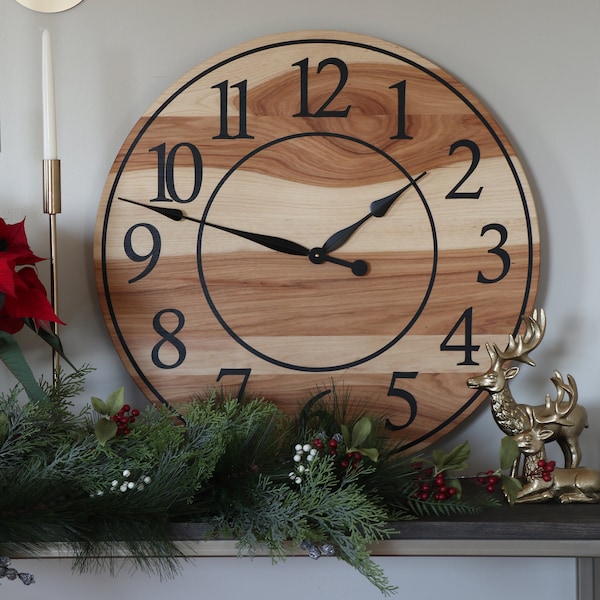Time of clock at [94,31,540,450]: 1:47
